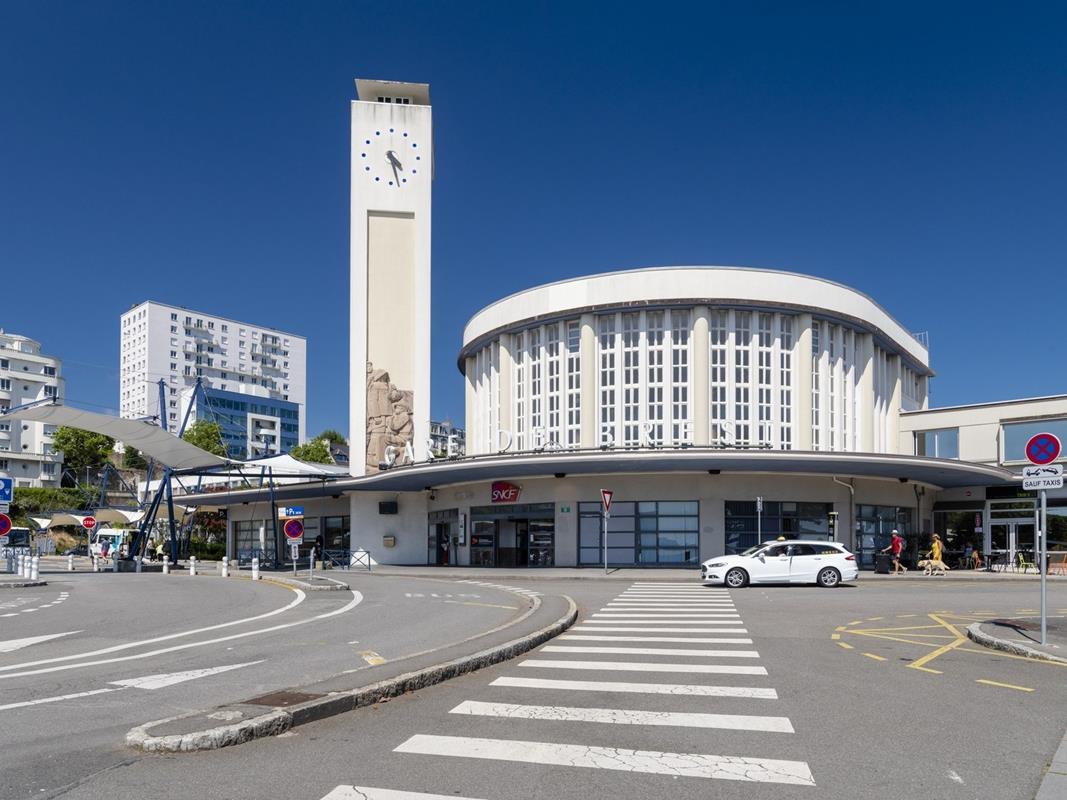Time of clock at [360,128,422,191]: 4:27
